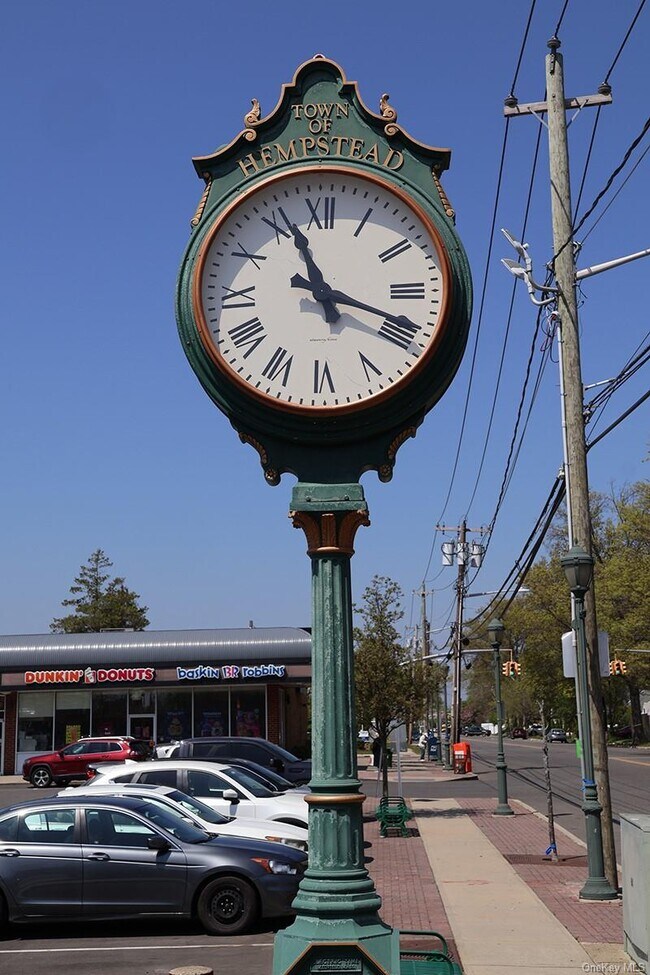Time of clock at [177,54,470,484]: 11:18
